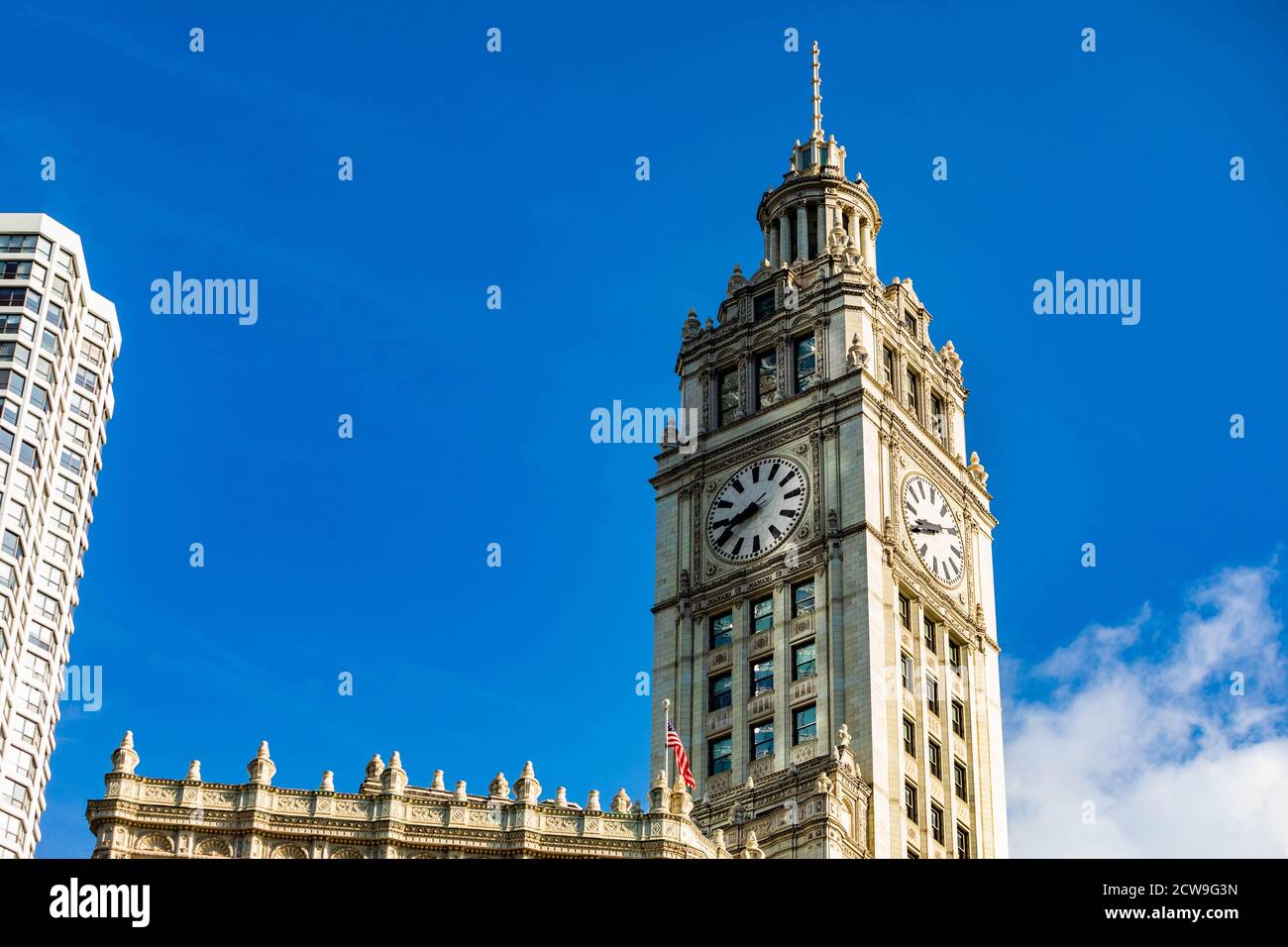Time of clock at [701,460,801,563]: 8:40
